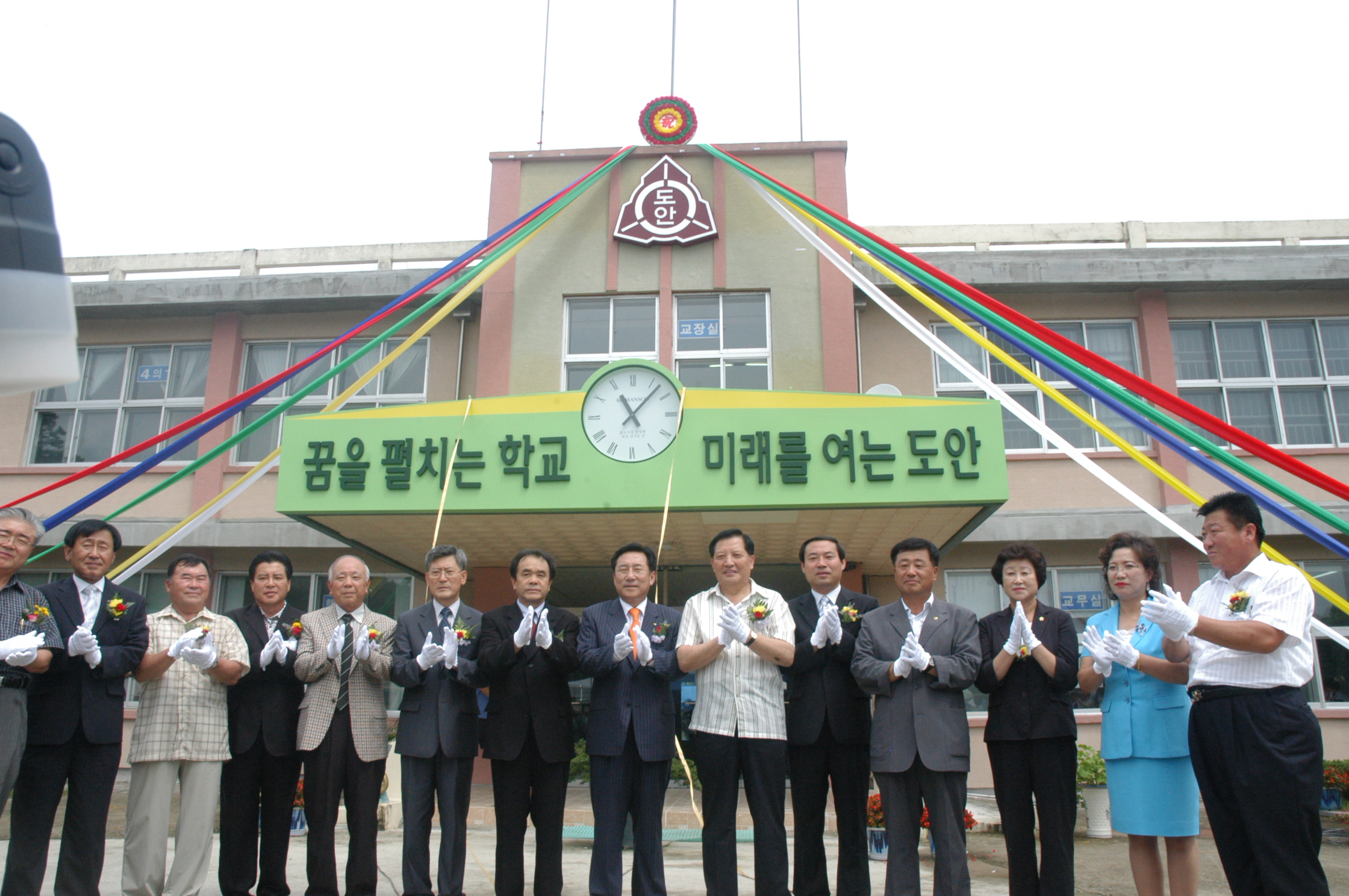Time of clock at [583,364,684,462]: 11:07
